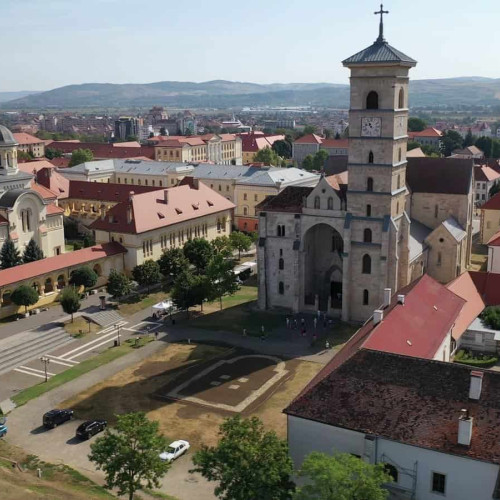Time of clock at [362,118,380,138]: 10:47
